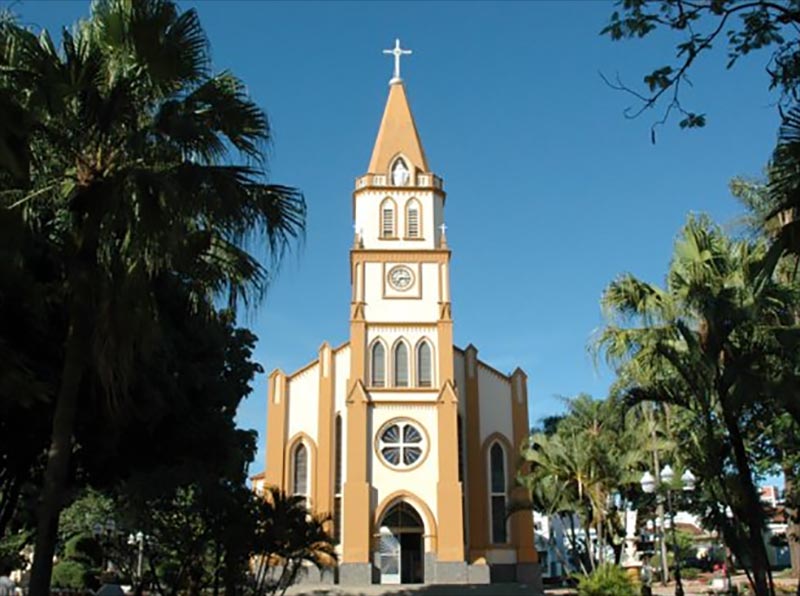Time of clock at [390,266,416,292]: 7:15
